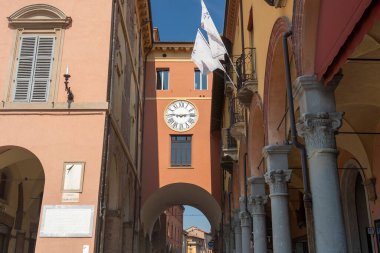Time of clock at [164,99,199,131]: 9:13
